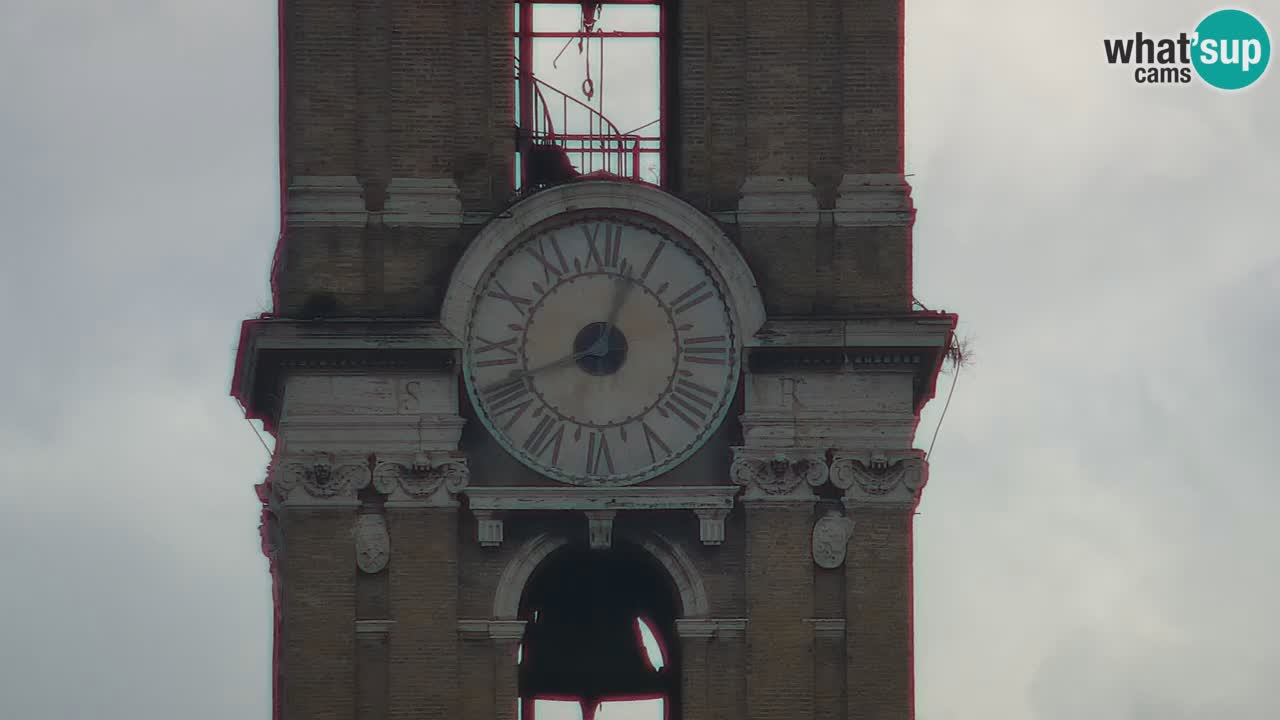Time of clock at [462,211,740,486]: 12:41
